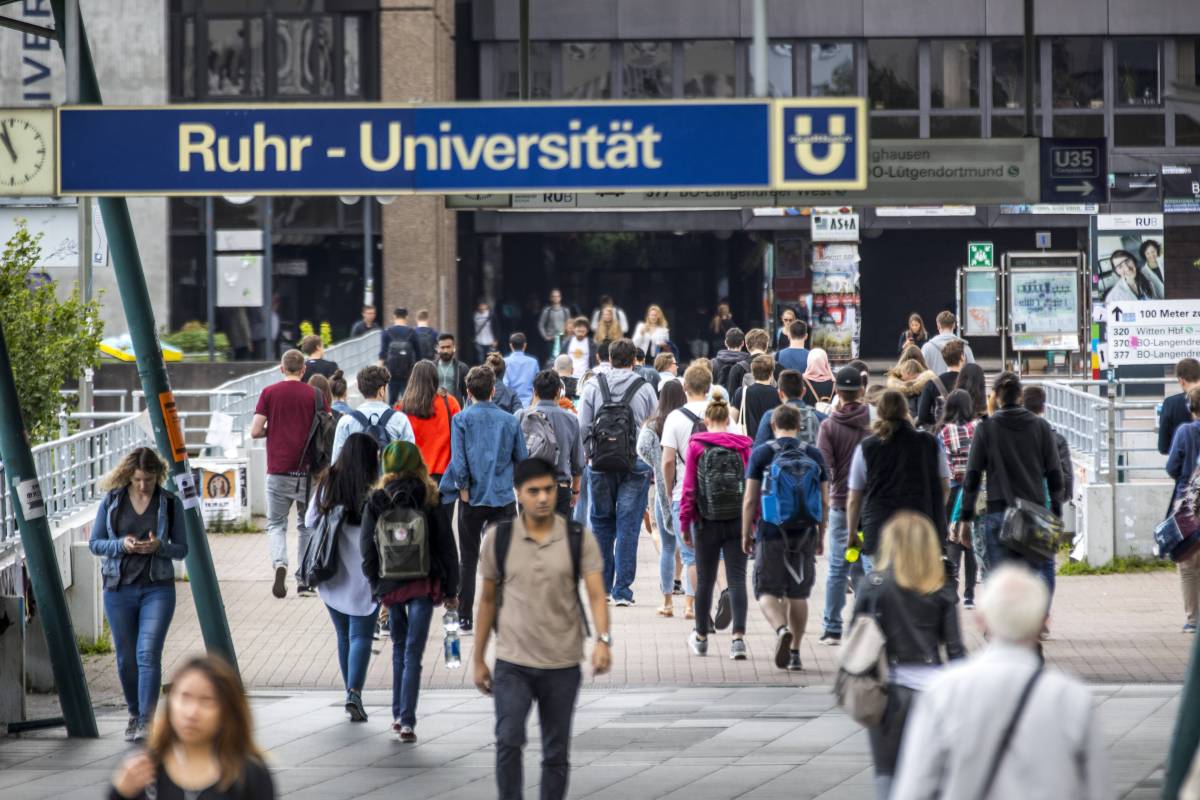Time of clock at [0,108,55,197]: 10:56
